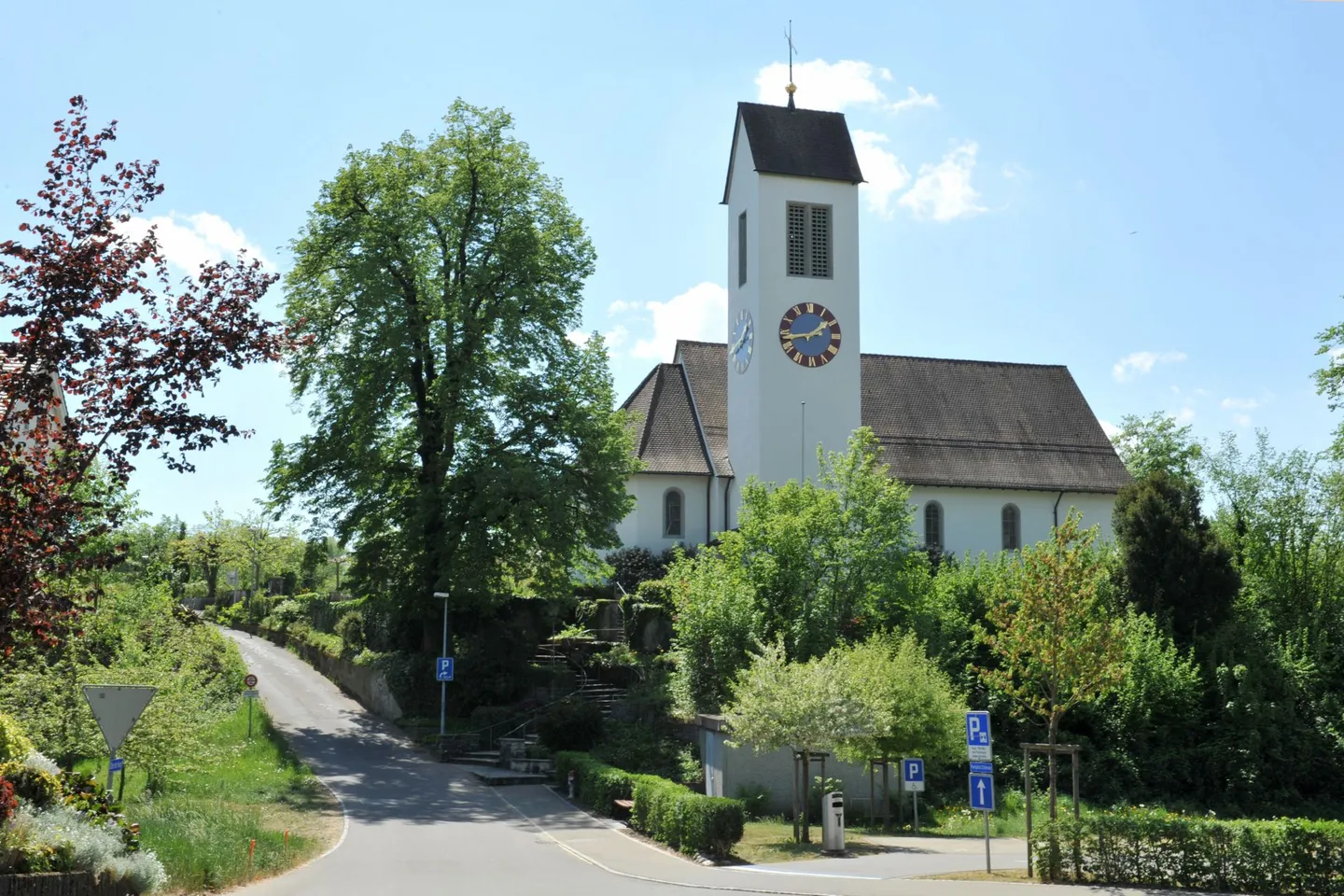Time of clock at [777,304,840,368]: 1:43
